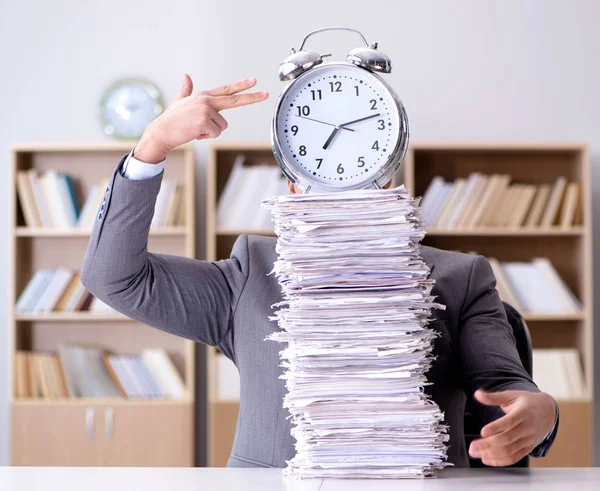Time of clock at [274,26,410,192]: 7:12
